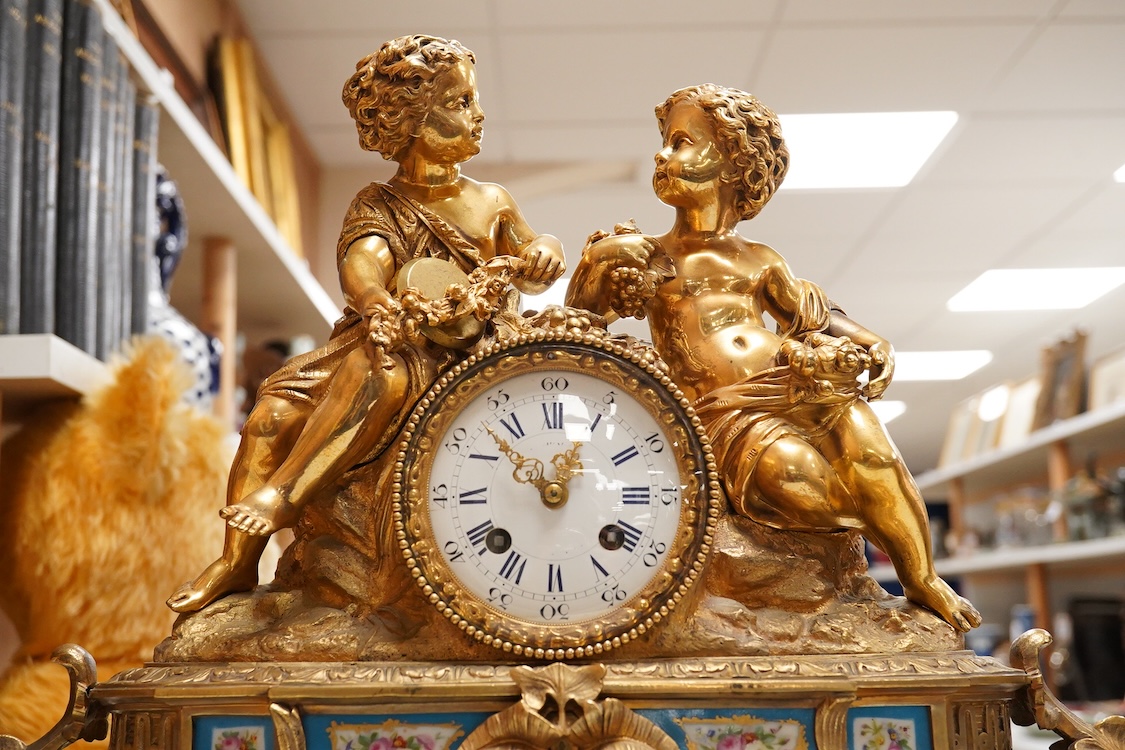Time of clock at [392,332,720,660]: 12:52
